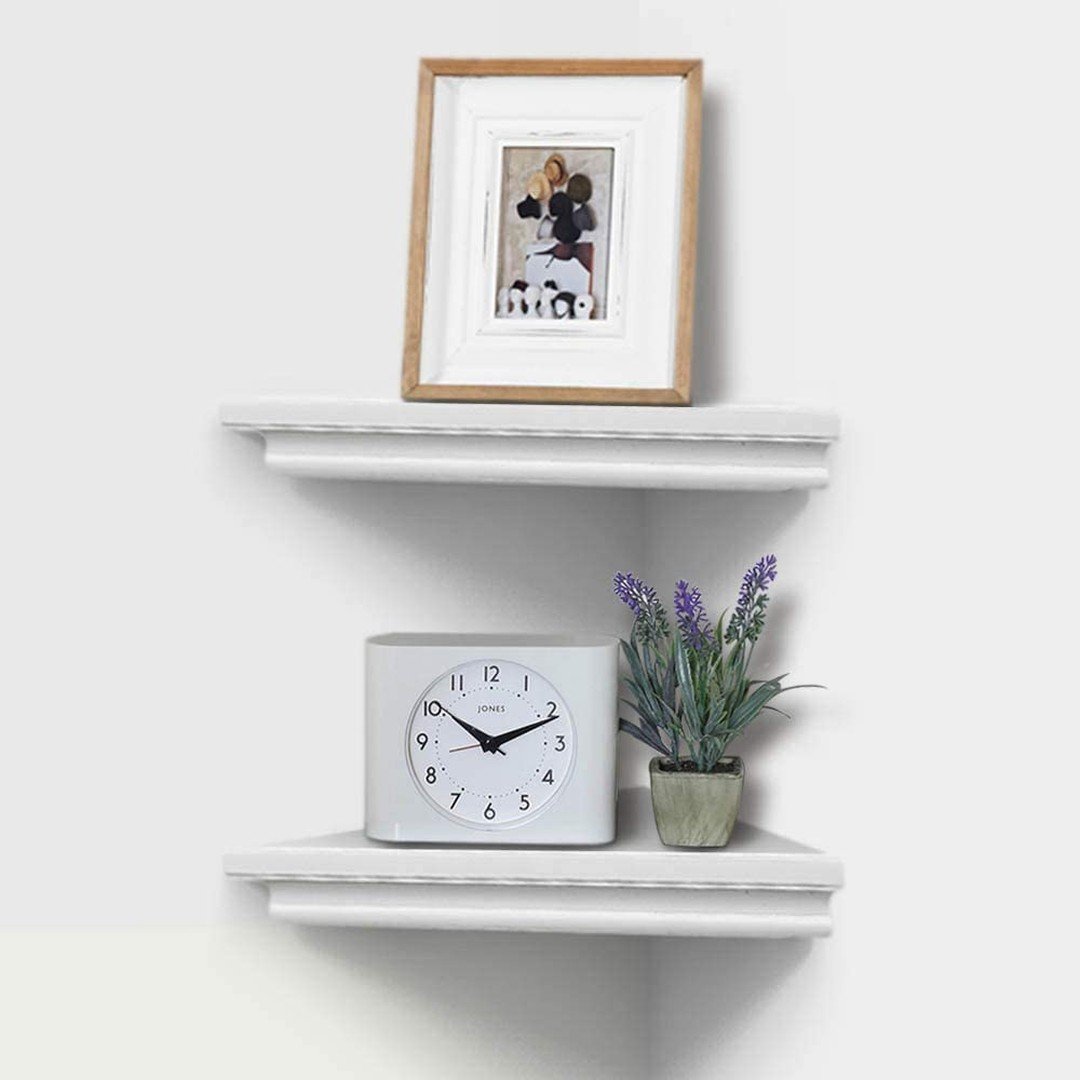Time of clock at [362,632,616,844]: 10:11
